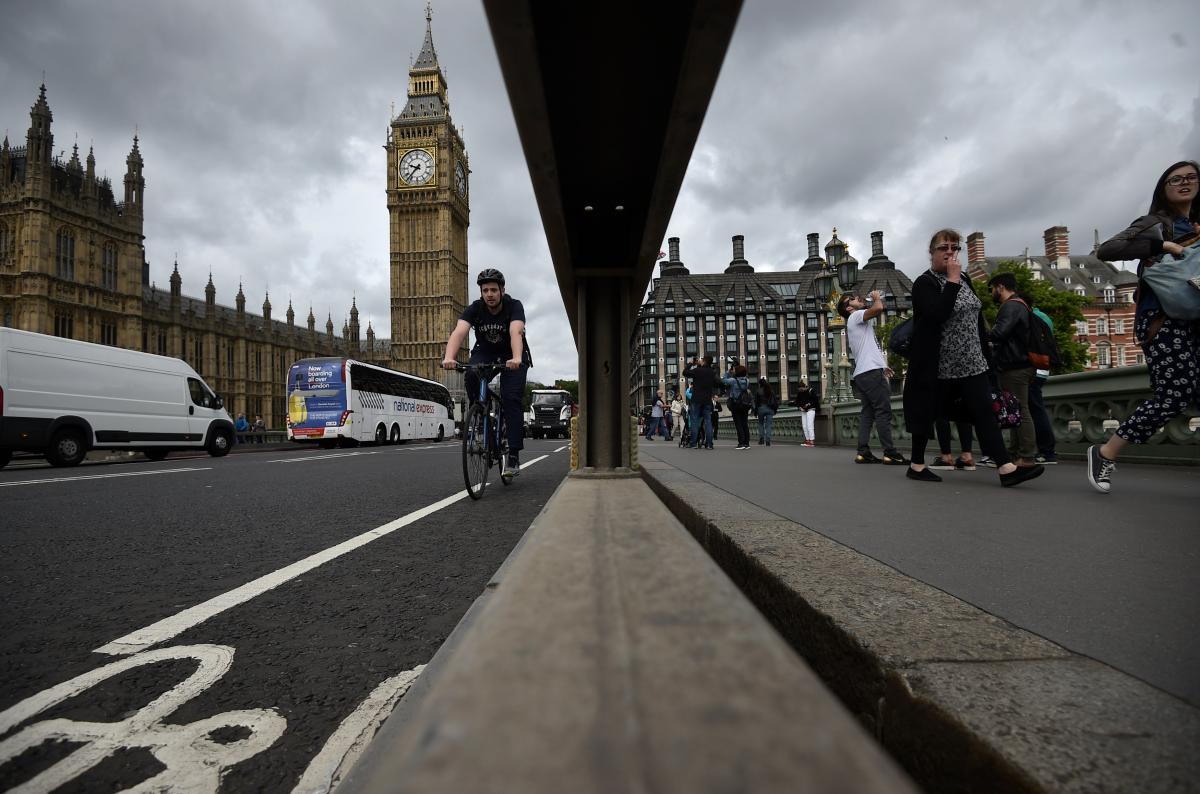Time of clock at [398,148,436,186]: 9:37
